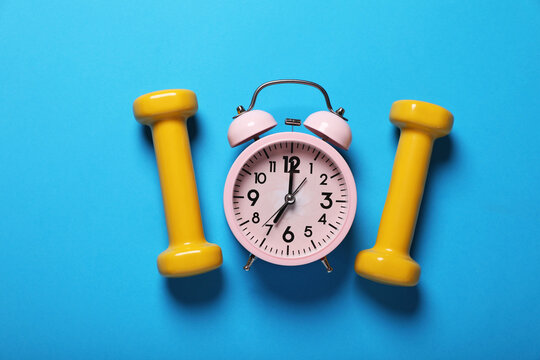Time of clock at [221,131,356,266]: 7:00
